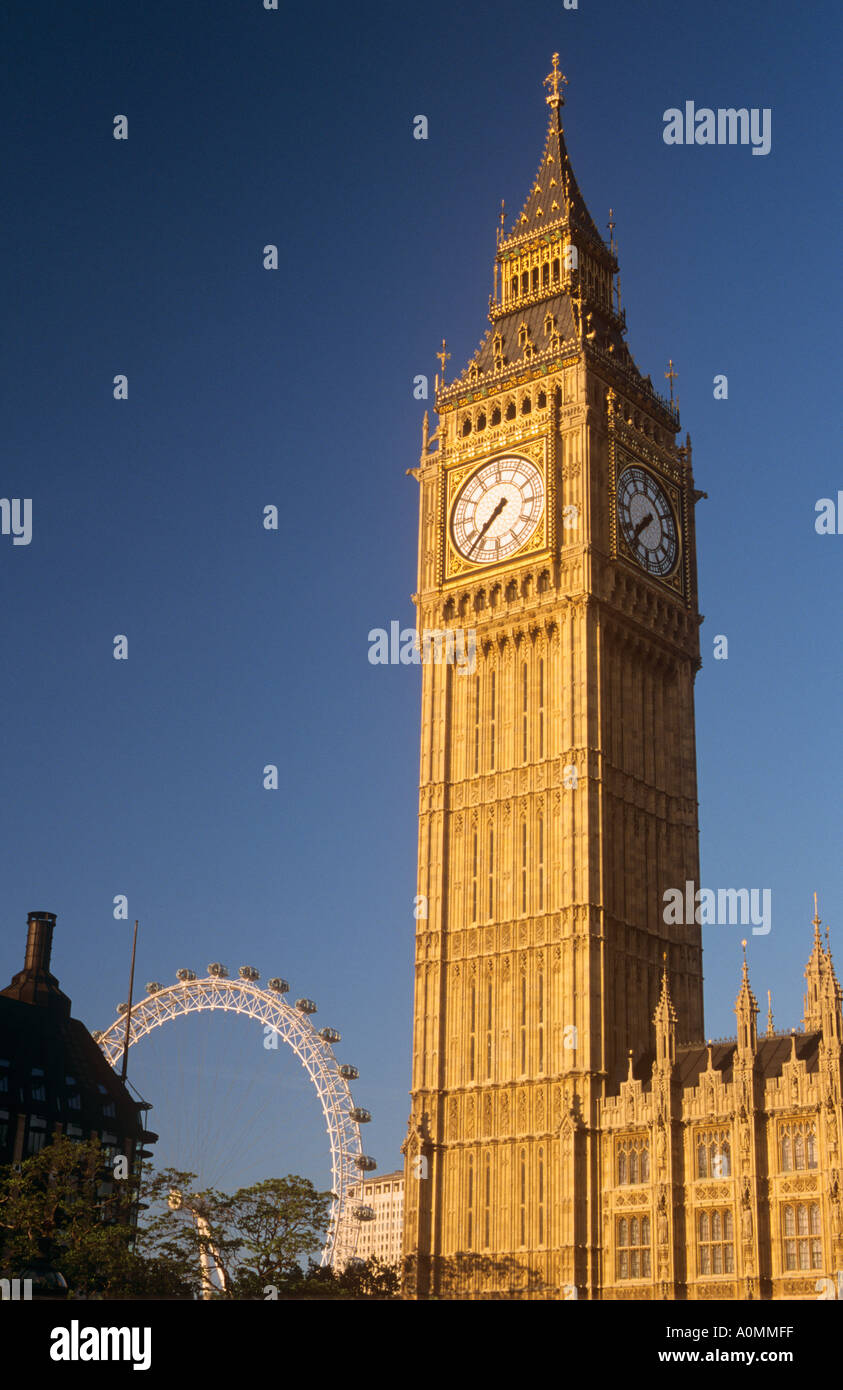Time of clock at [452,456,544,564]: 7:37
